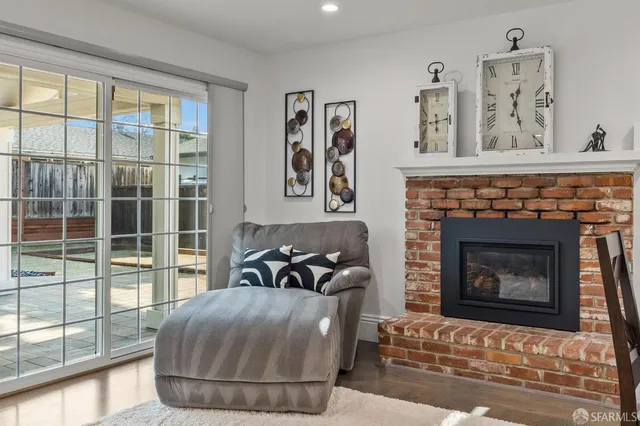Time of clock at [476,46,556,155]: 12:26
